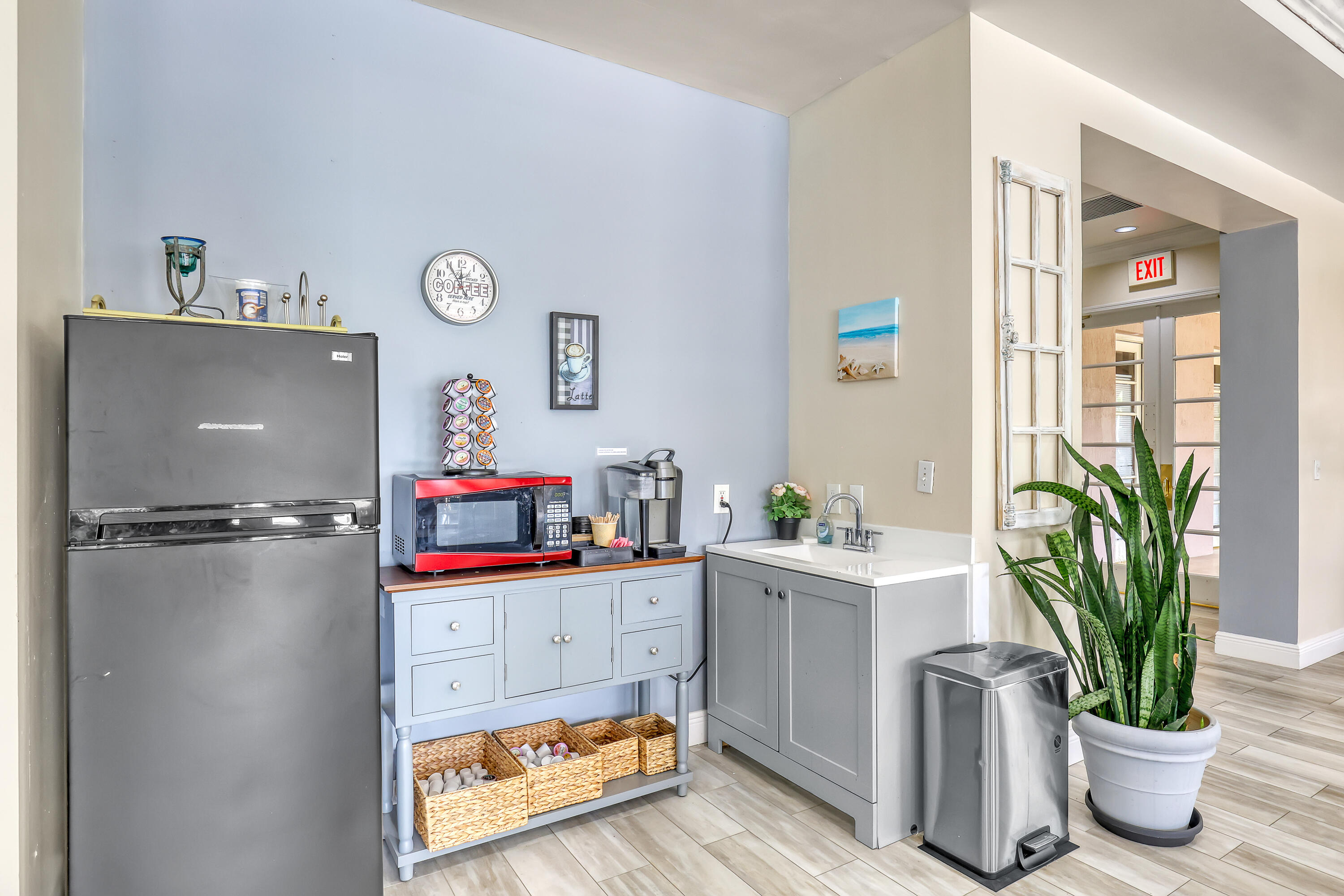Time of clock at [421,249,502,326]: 11:54
